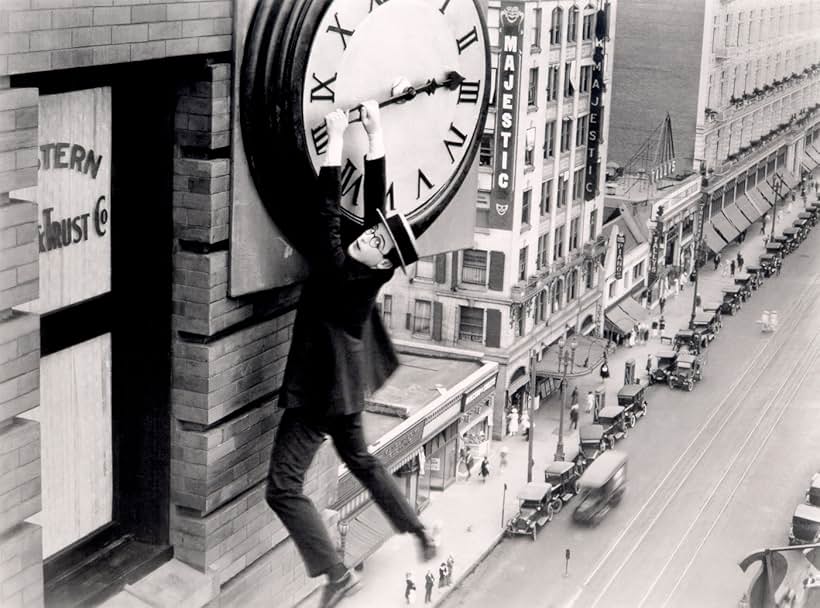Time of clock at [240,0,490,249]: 2:13
